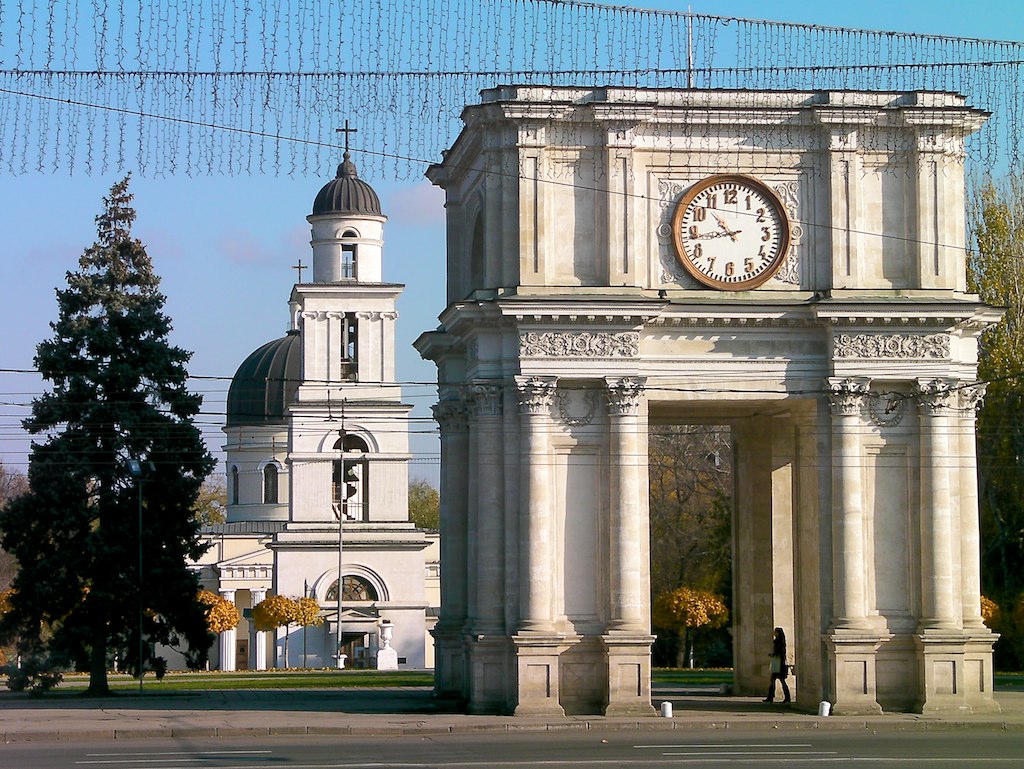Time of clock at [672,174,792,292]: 10:43
